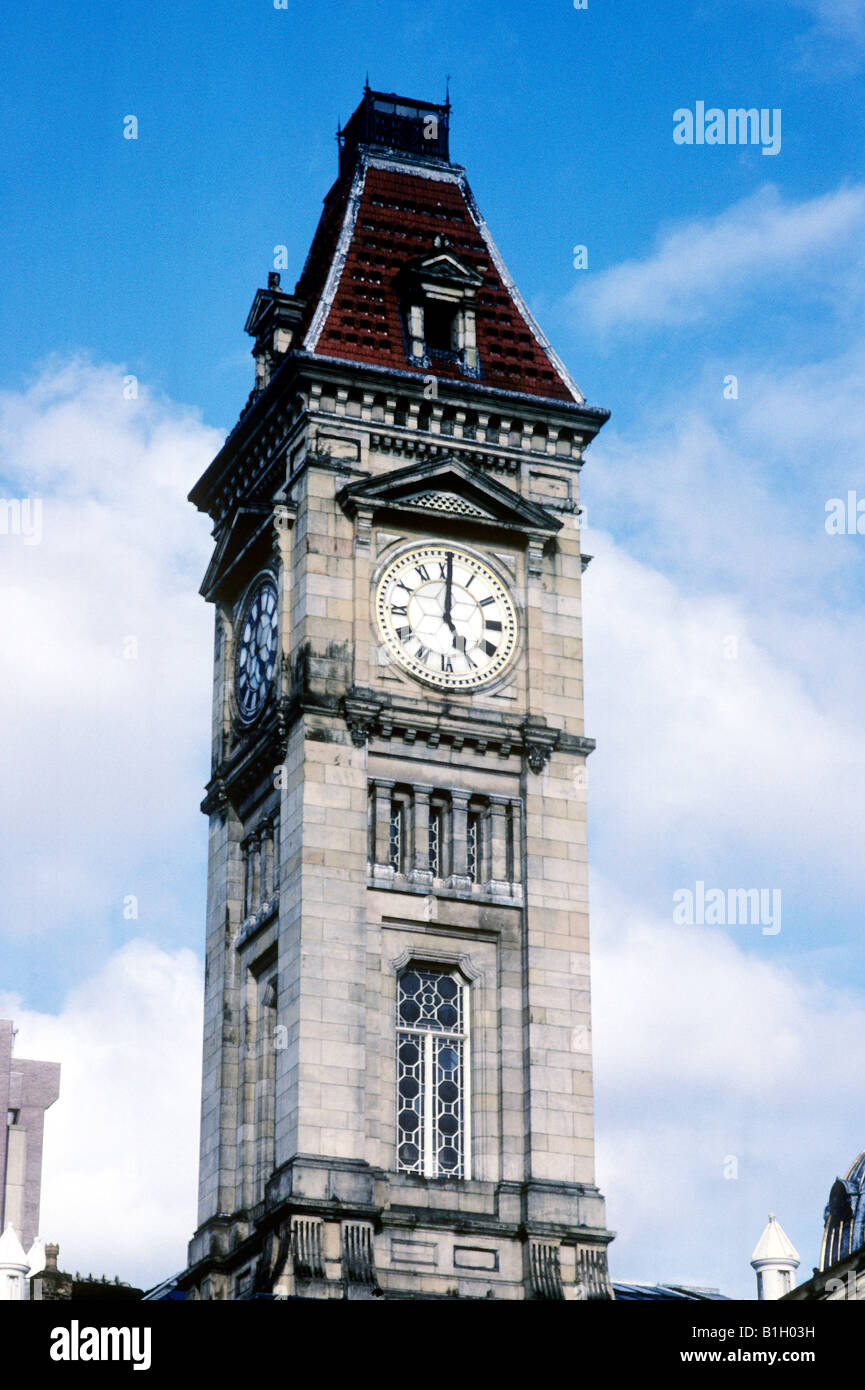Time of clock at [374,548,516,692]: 5:00
